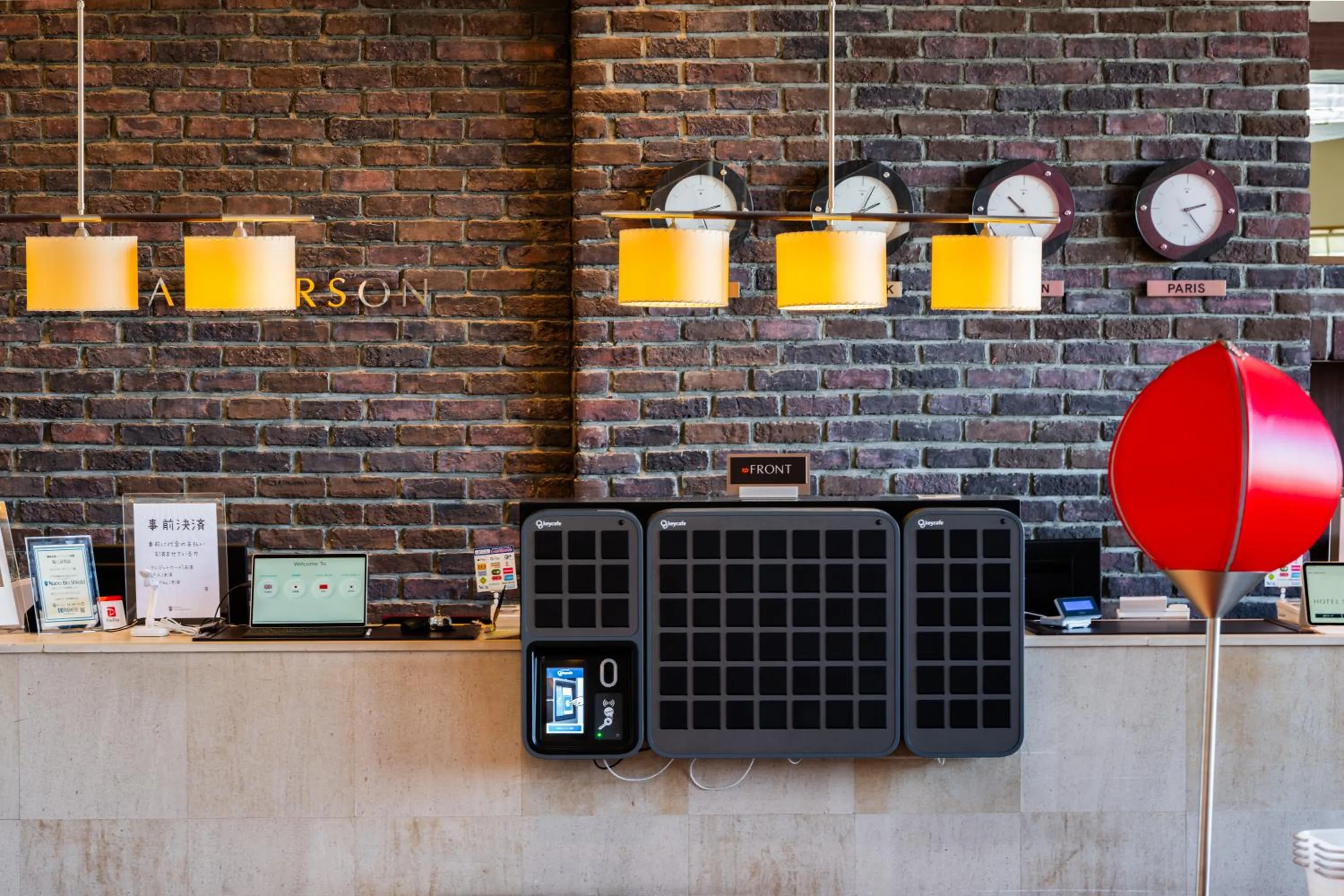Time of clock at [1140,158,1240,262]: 2:23
